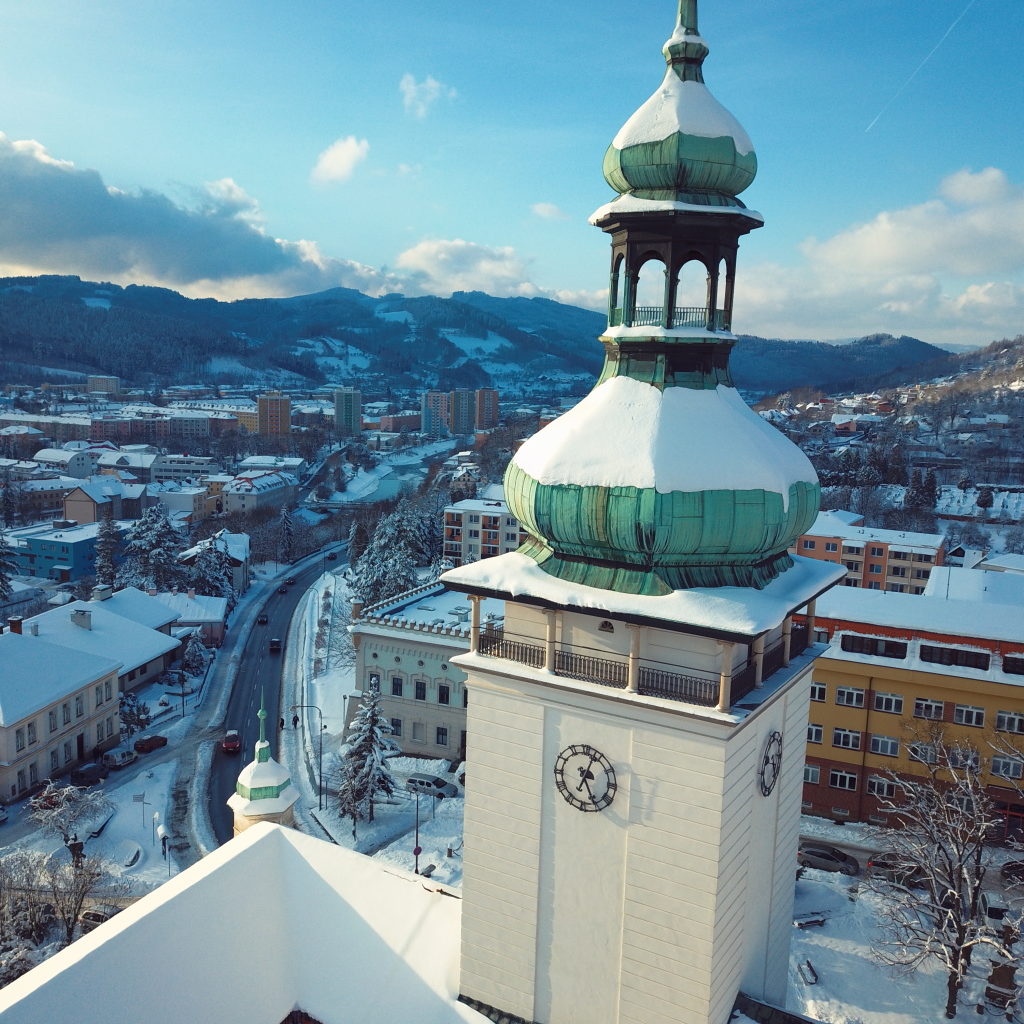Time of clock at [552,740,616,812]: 5:03
